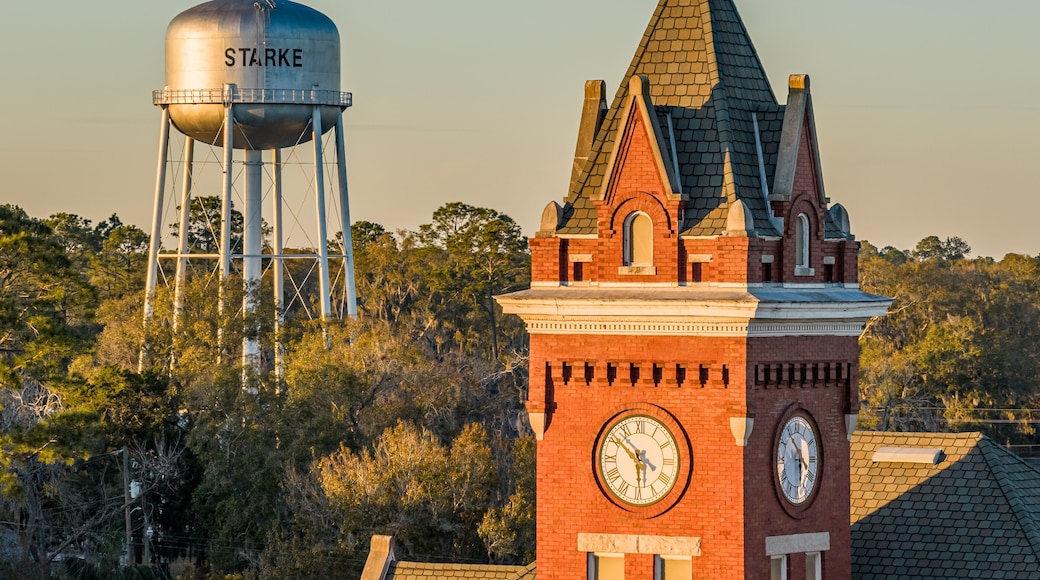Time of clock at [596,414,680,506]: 5:51
